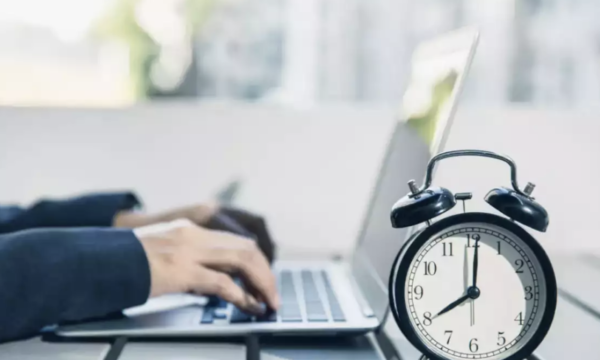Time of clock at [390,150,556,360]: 8:00
